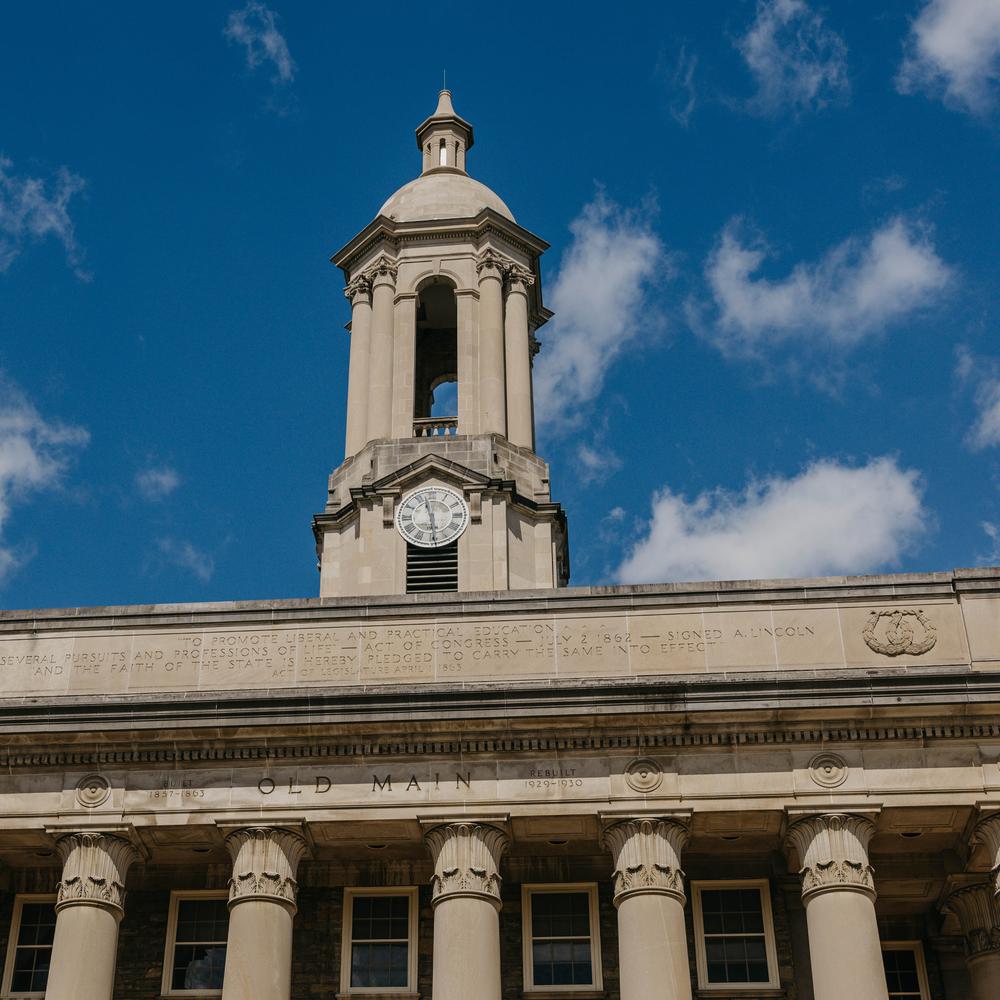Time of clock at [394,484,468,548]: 11:29
